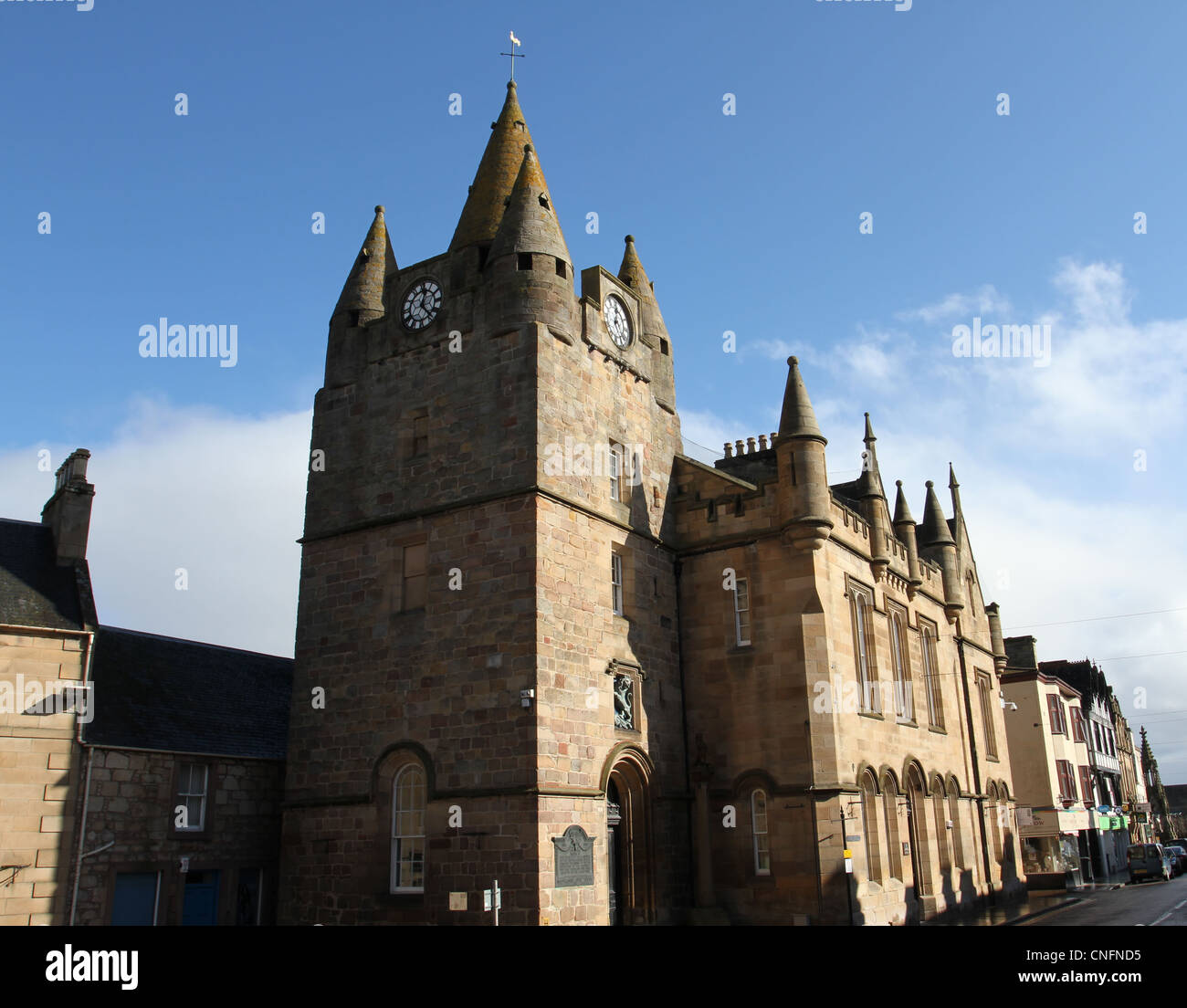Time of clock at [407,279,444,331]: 12:23
